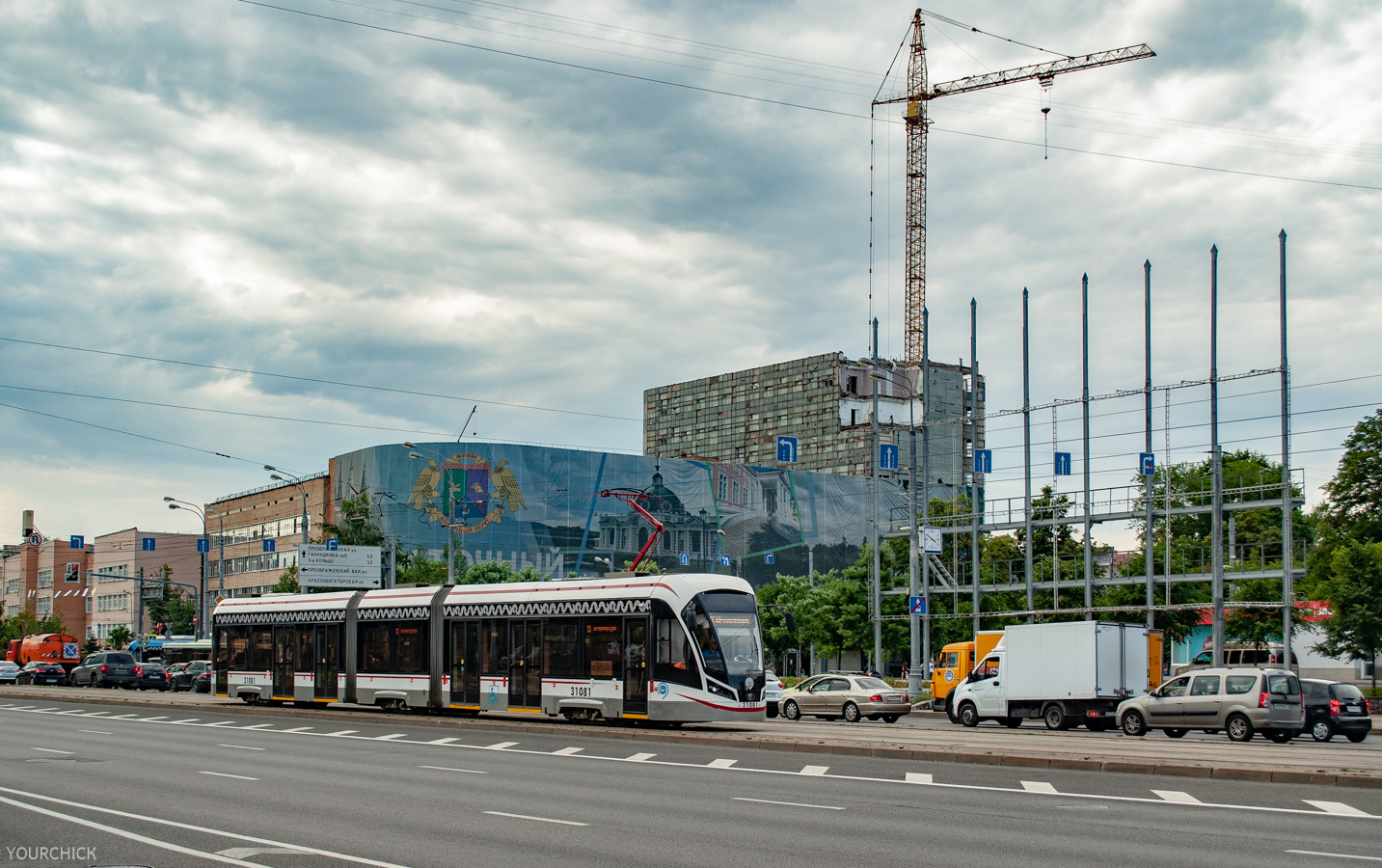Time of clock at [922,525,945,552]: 3:50
